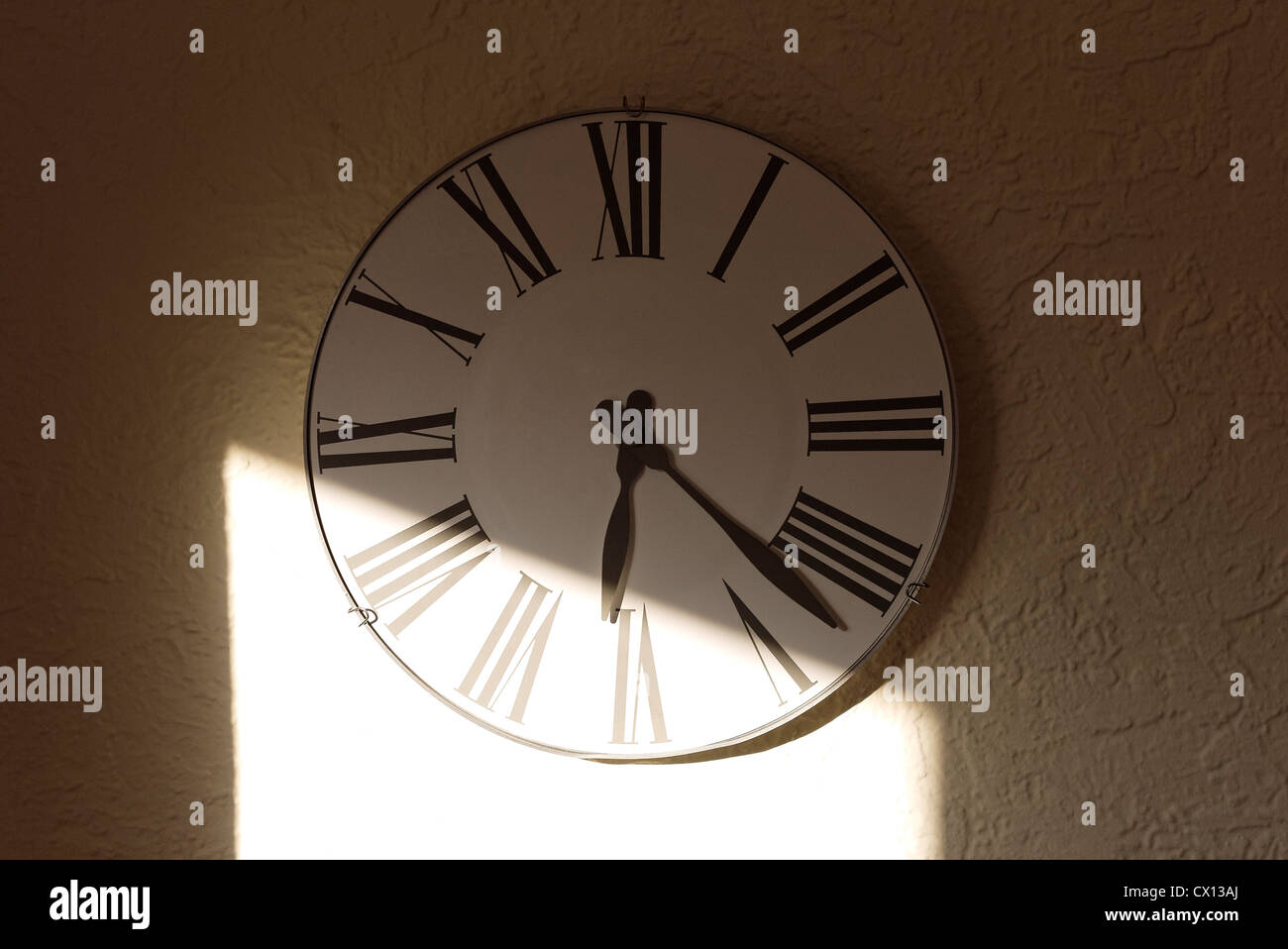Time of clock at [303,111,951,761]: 6:21
